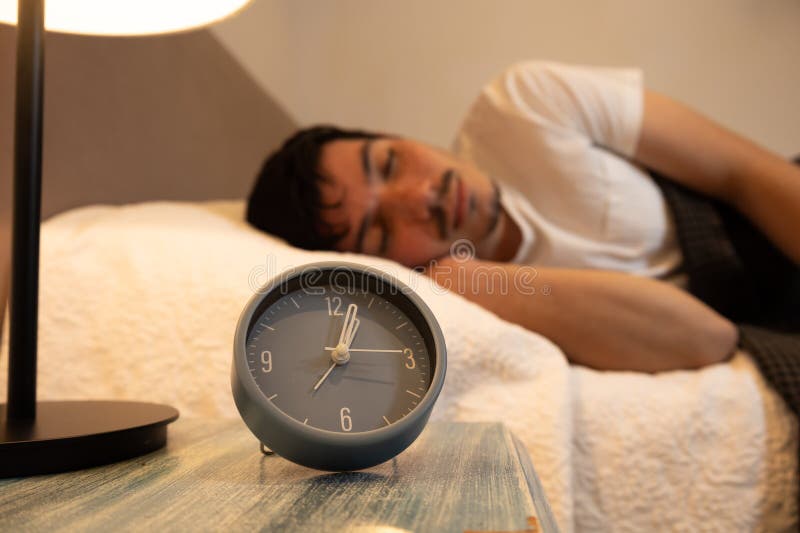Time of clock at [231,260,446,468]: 1:03
